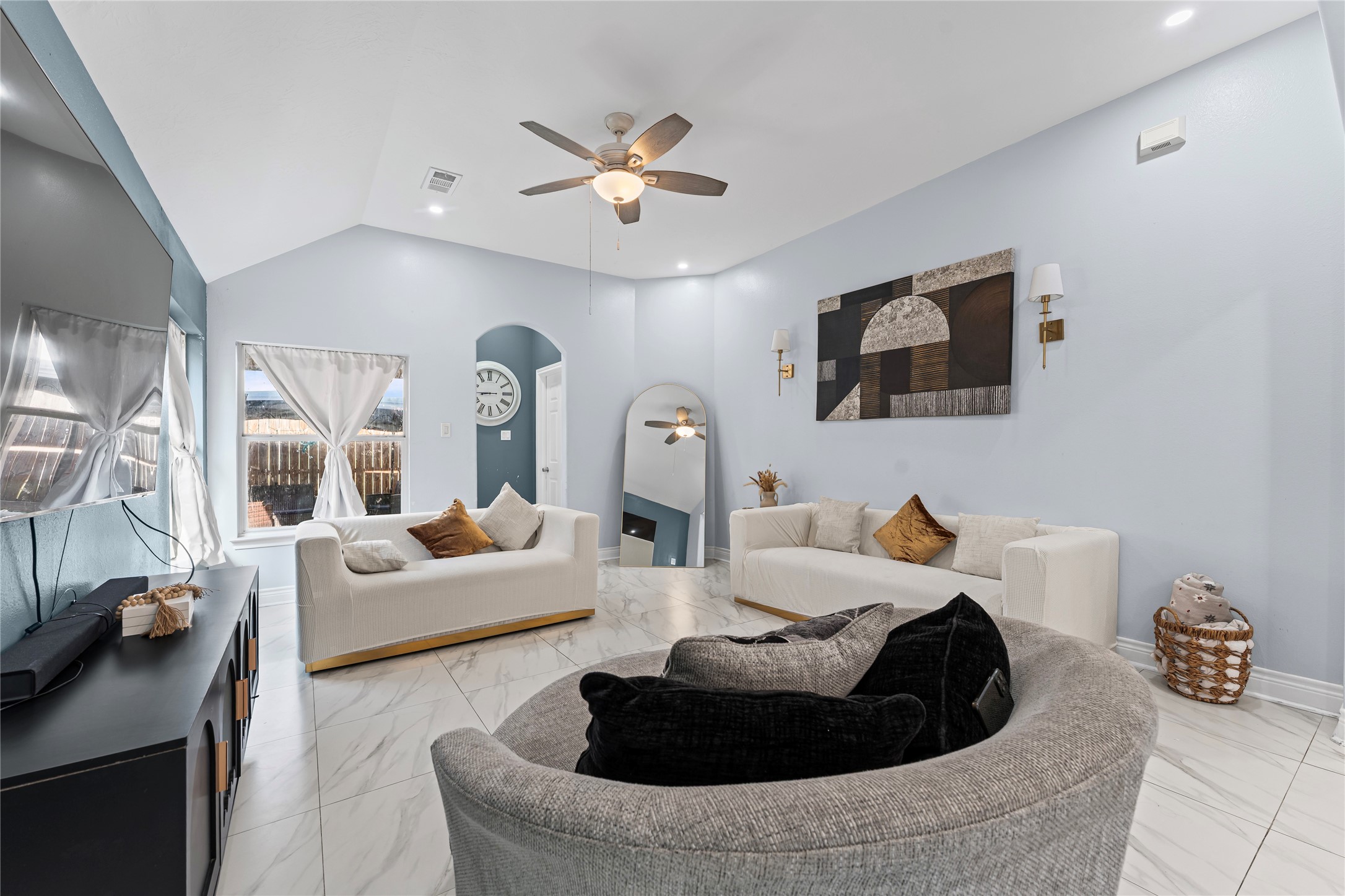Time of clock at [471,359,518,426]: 8:45
